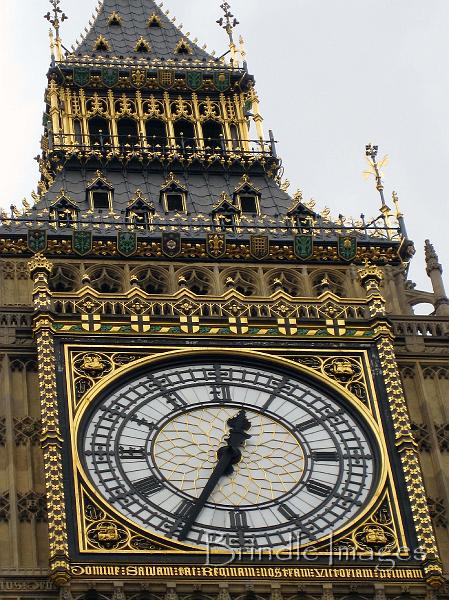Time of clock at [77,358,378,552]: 12:34
